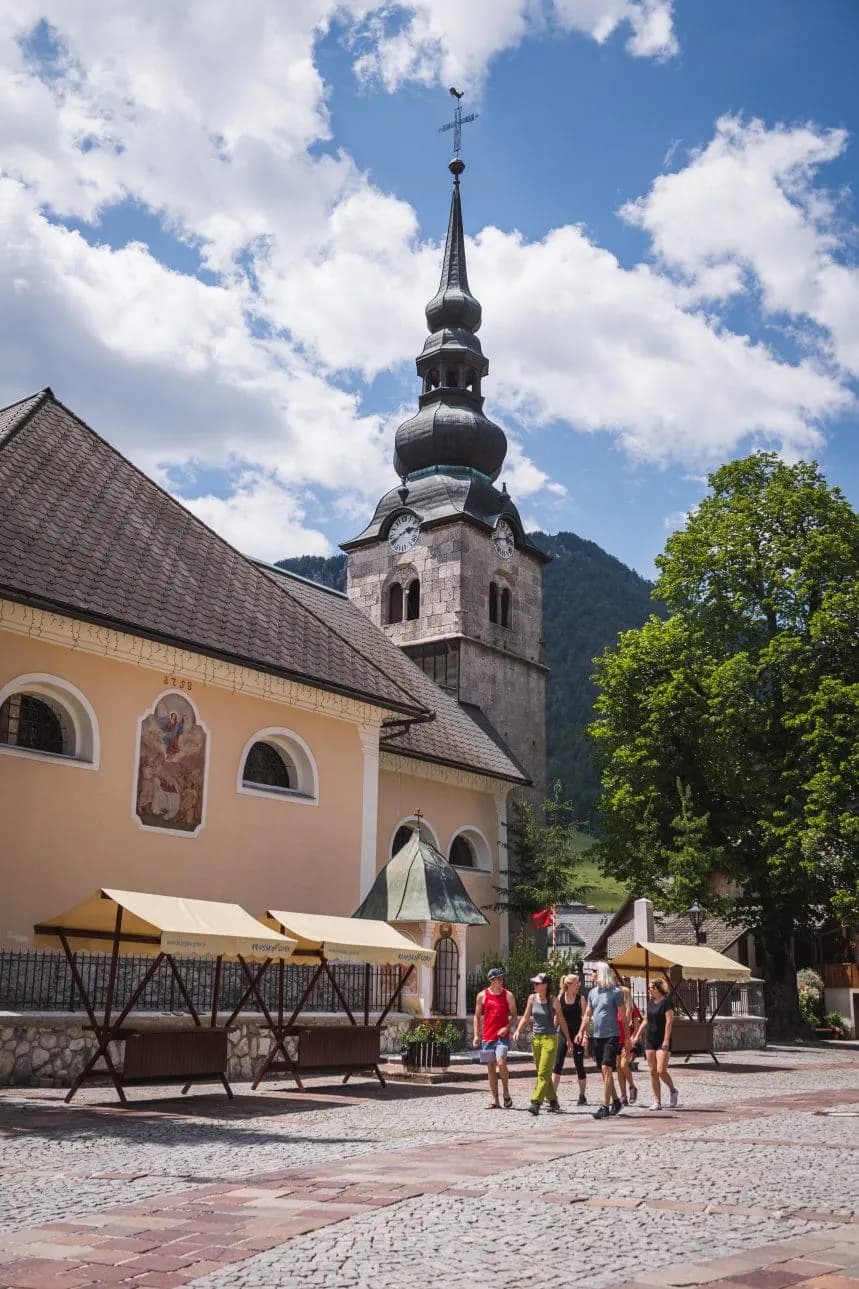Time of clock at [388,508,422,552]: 2:40
